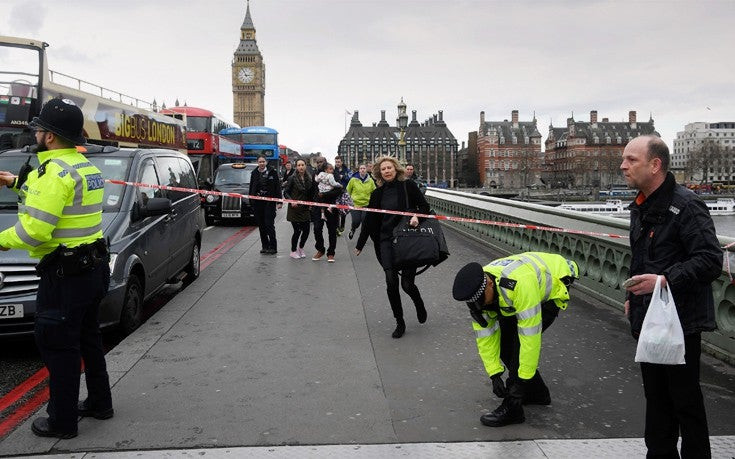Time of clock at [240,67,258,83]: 2:56
